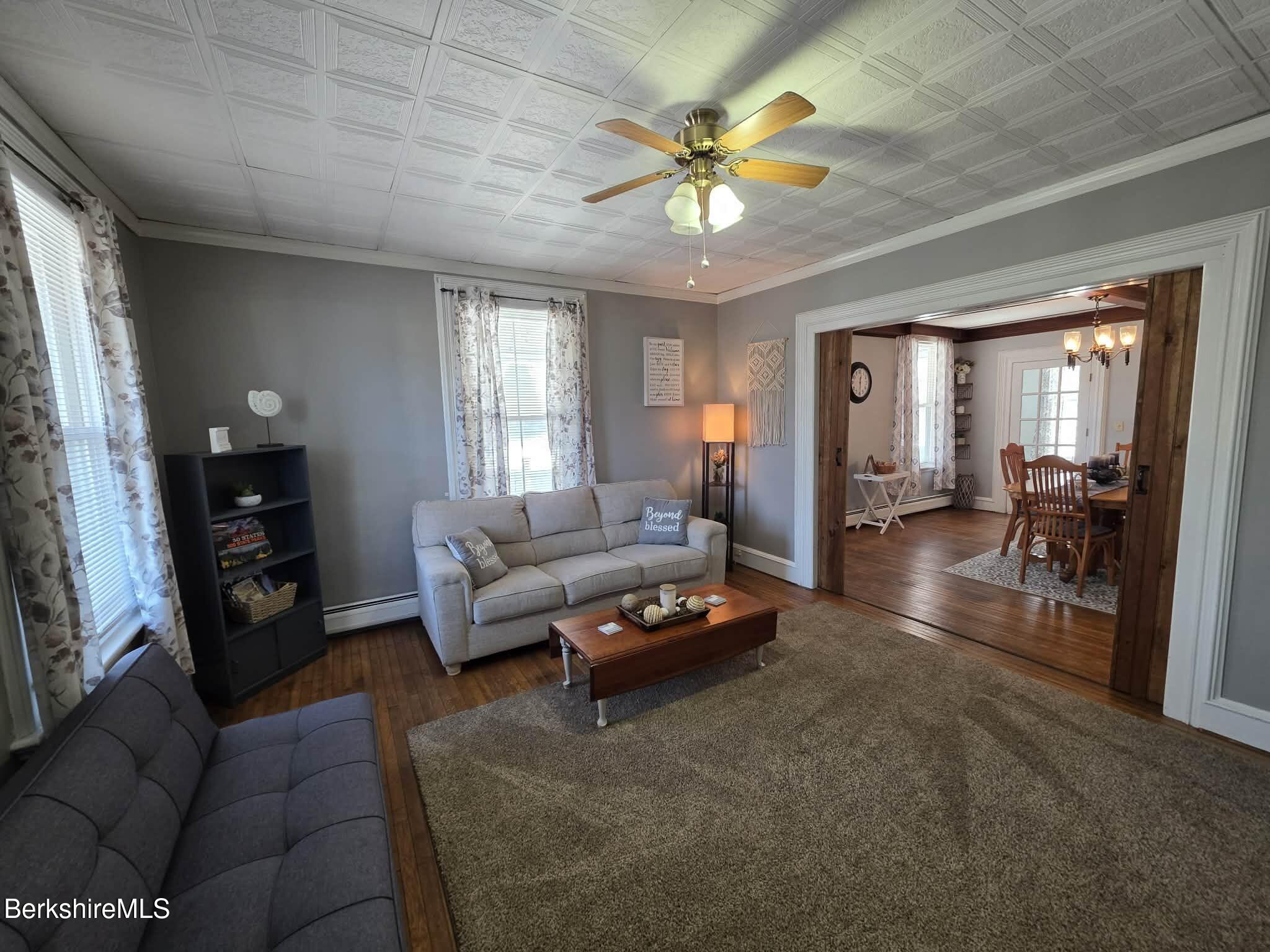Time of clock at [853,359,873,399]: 12:28
